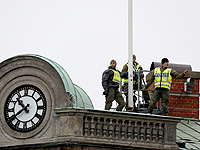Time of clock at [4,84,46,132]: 10:39
